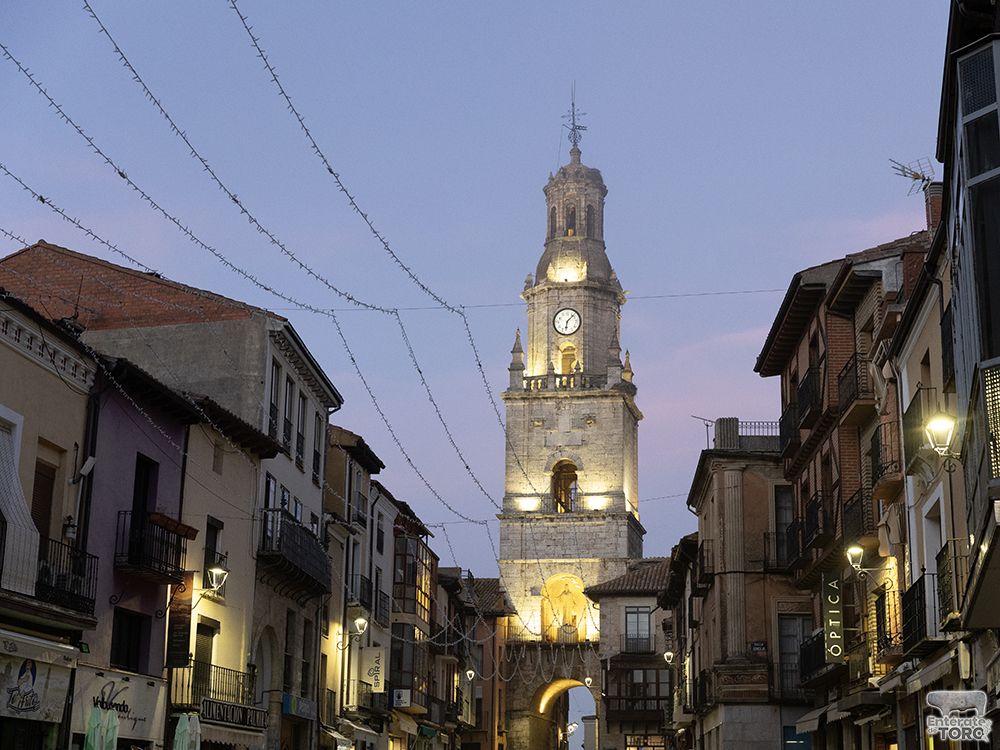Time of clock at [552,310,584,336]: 6:07
